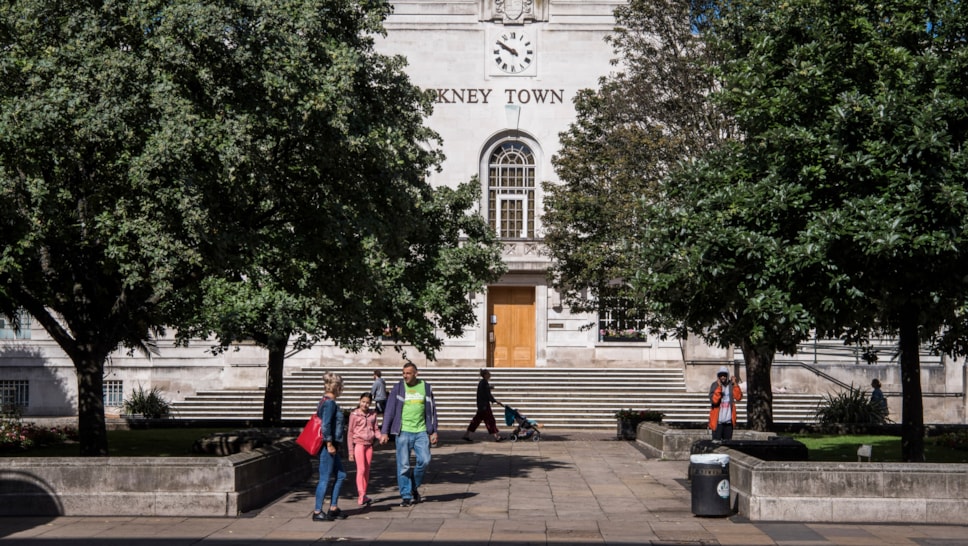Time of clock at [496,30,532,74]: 9:50
